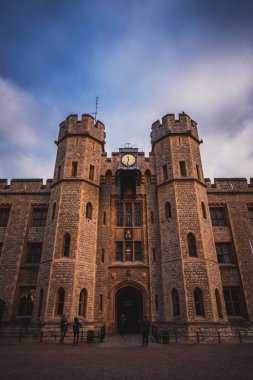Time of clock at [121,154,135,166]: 11:32
